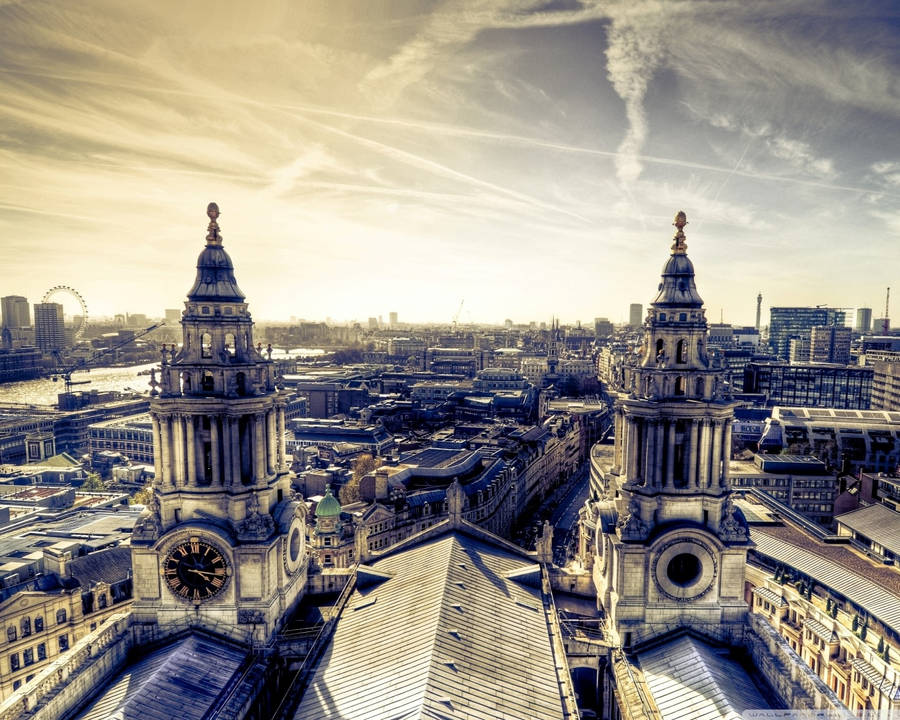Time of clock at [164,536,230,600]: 4:16
